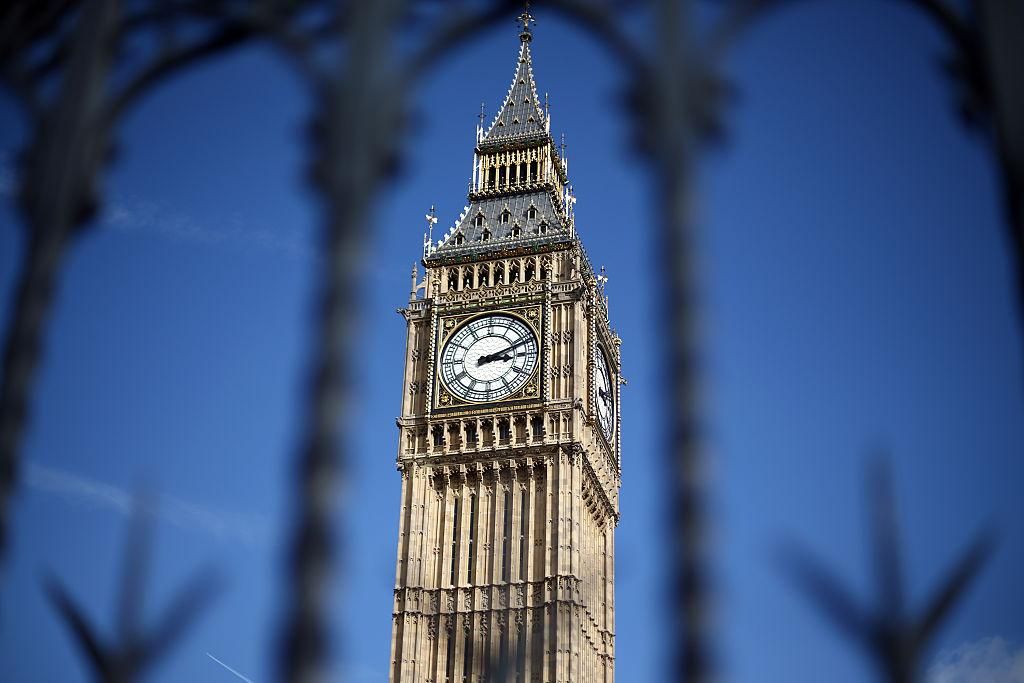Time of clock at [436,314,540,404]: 3:11
